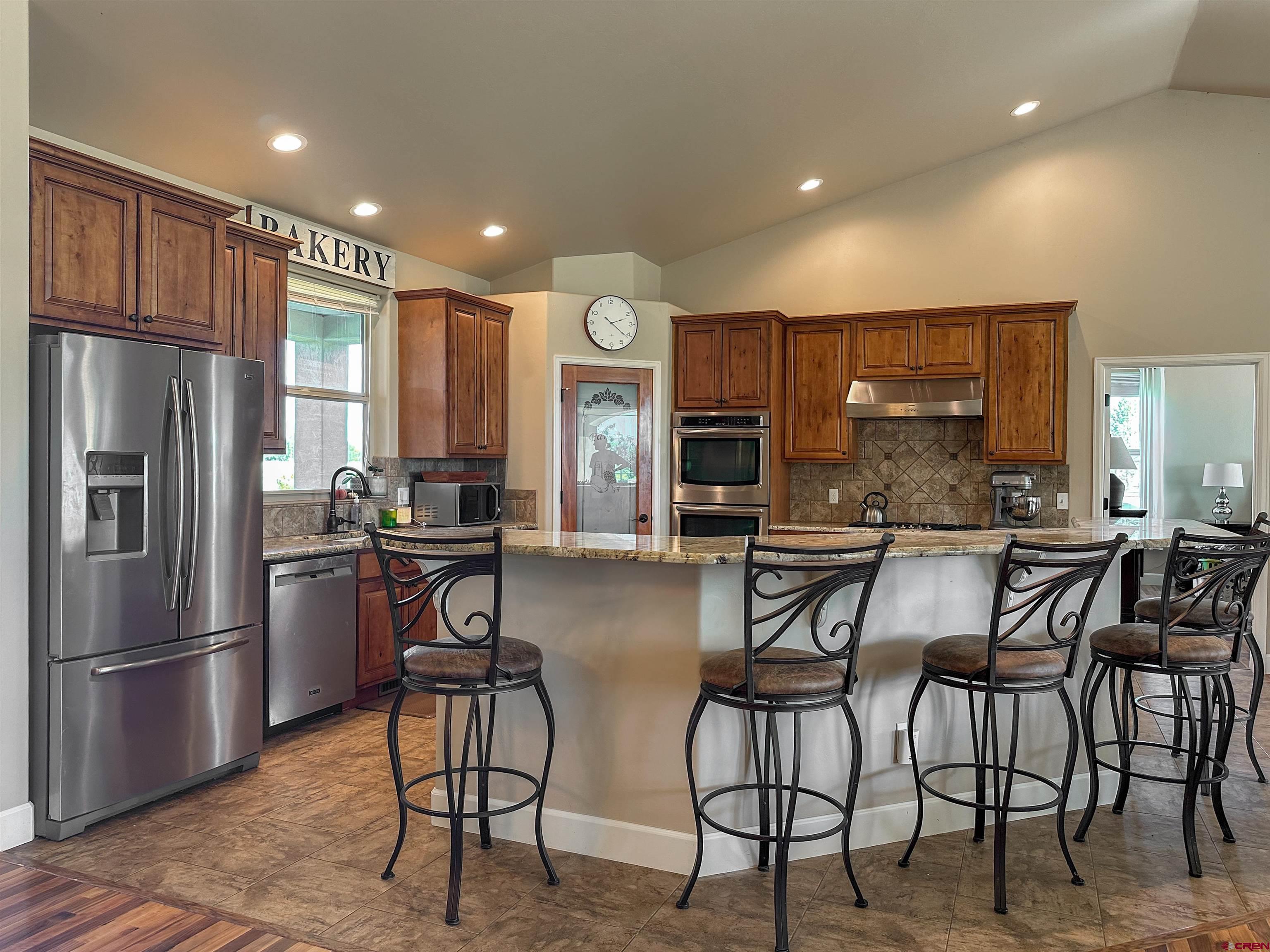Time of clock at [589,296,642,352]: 2:21
